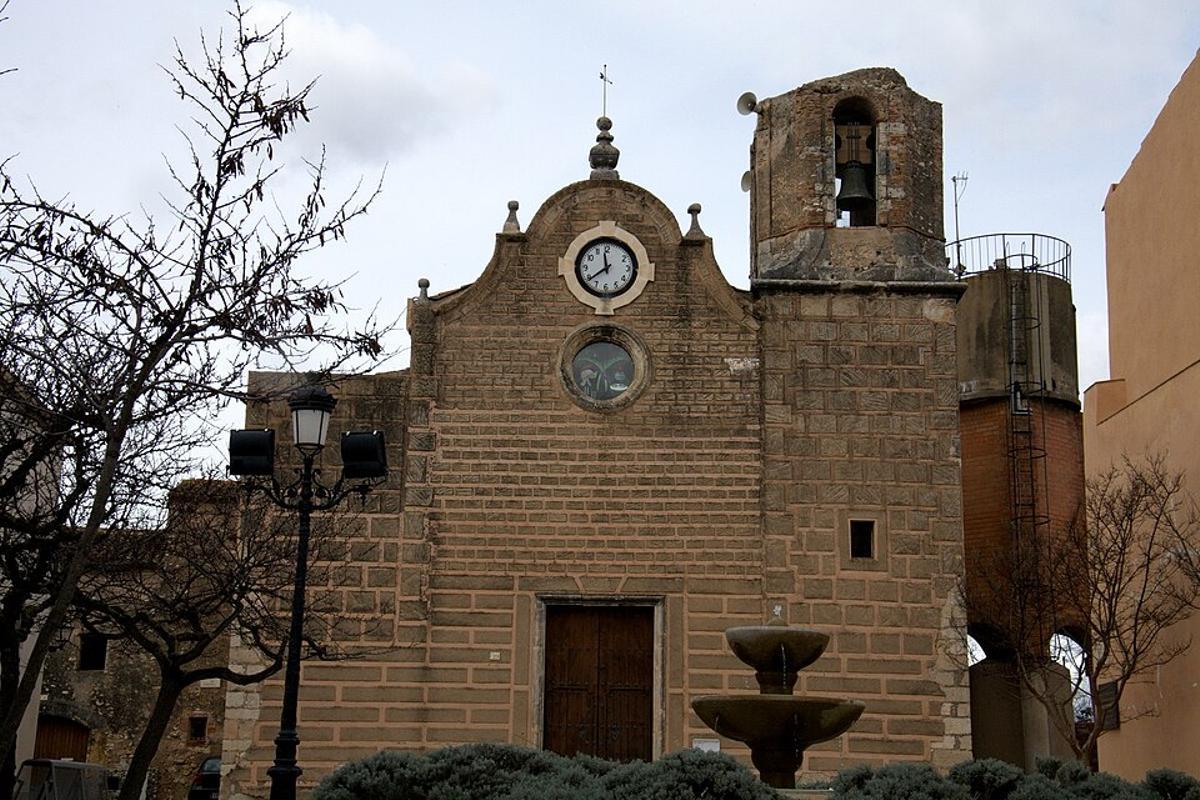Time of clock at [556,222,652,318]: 11:39
